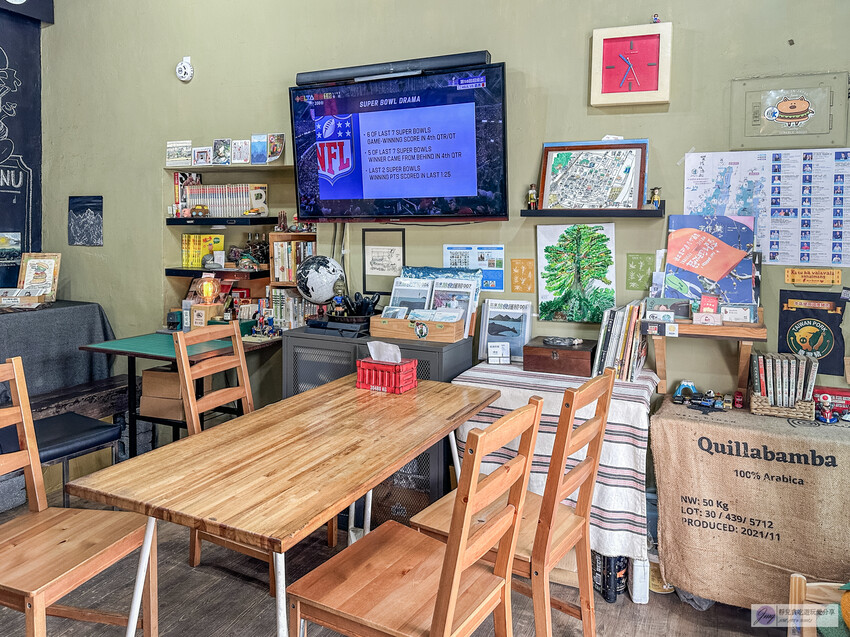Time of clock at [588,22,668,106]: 10:34
